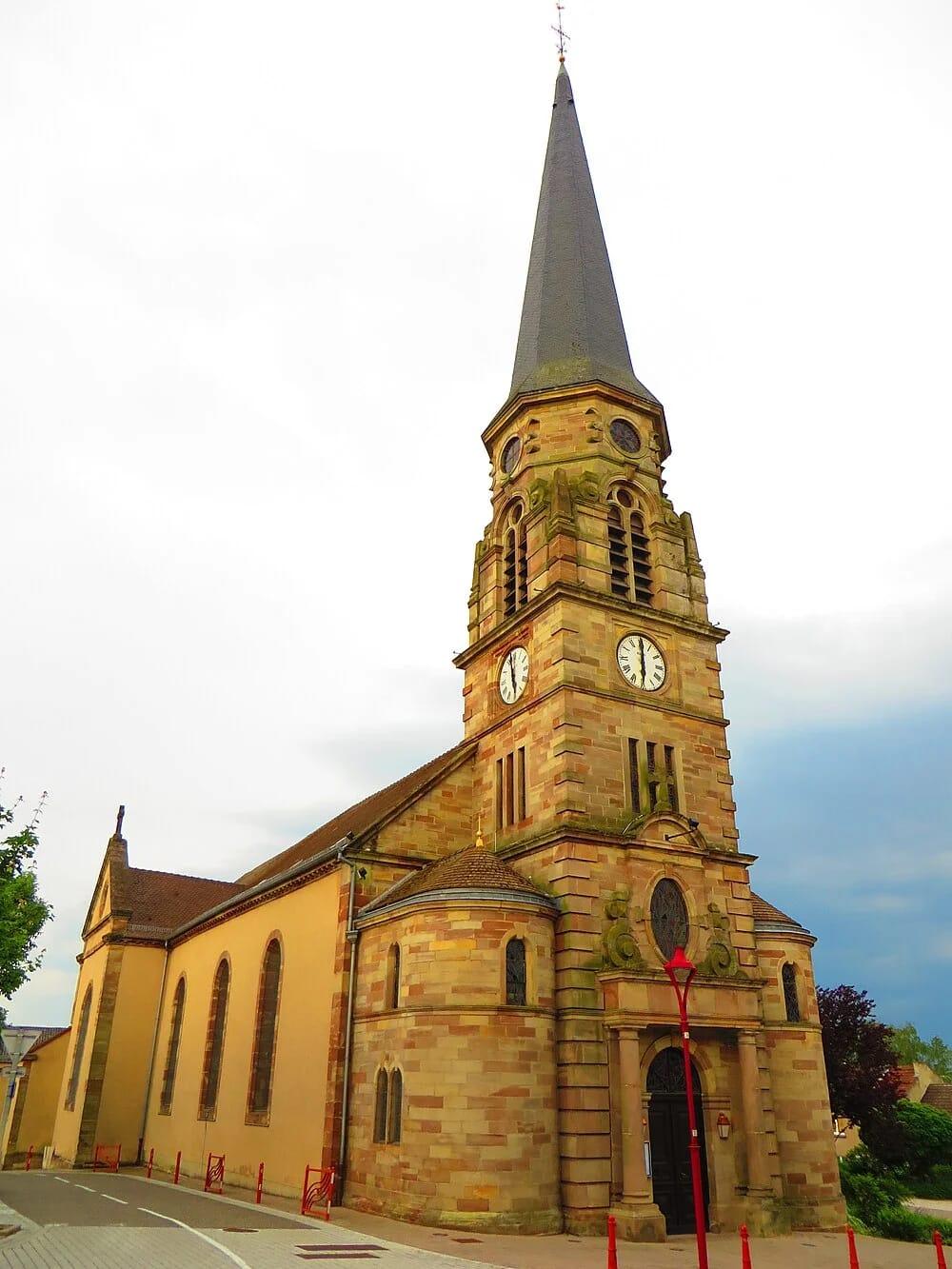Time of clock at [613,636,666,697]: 6:00
